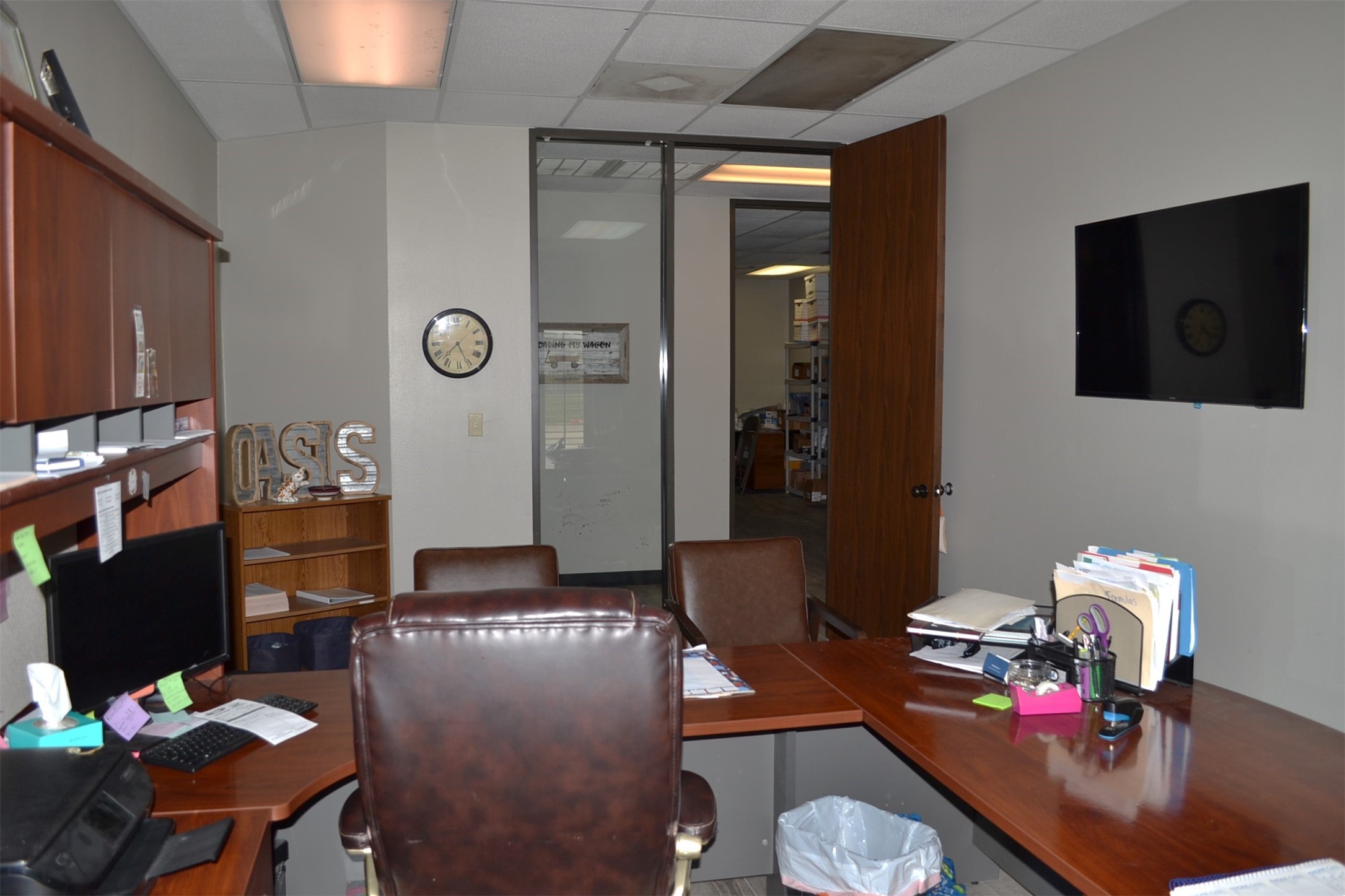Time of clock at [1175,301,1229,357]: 4:34
